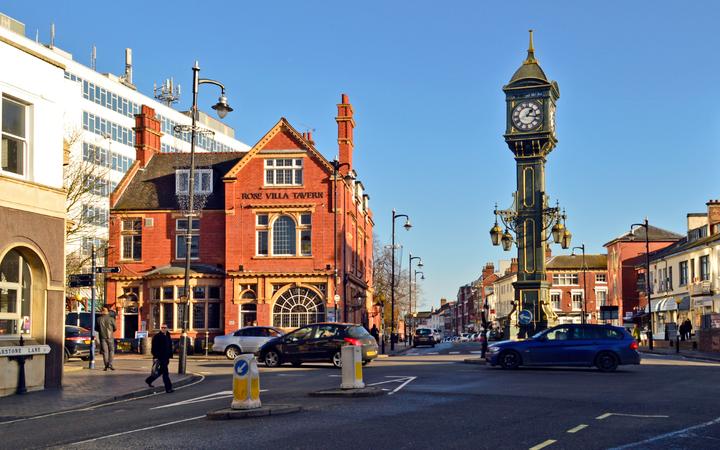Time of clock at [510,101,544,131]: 1:16
